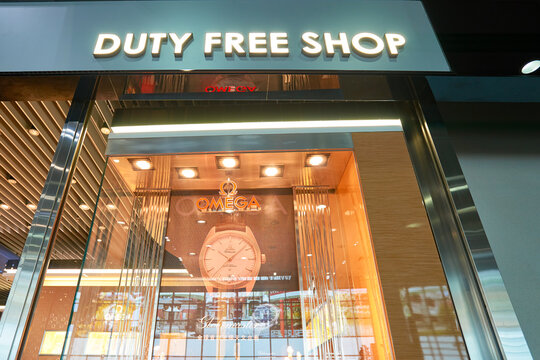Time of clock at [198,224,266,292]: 10:07
